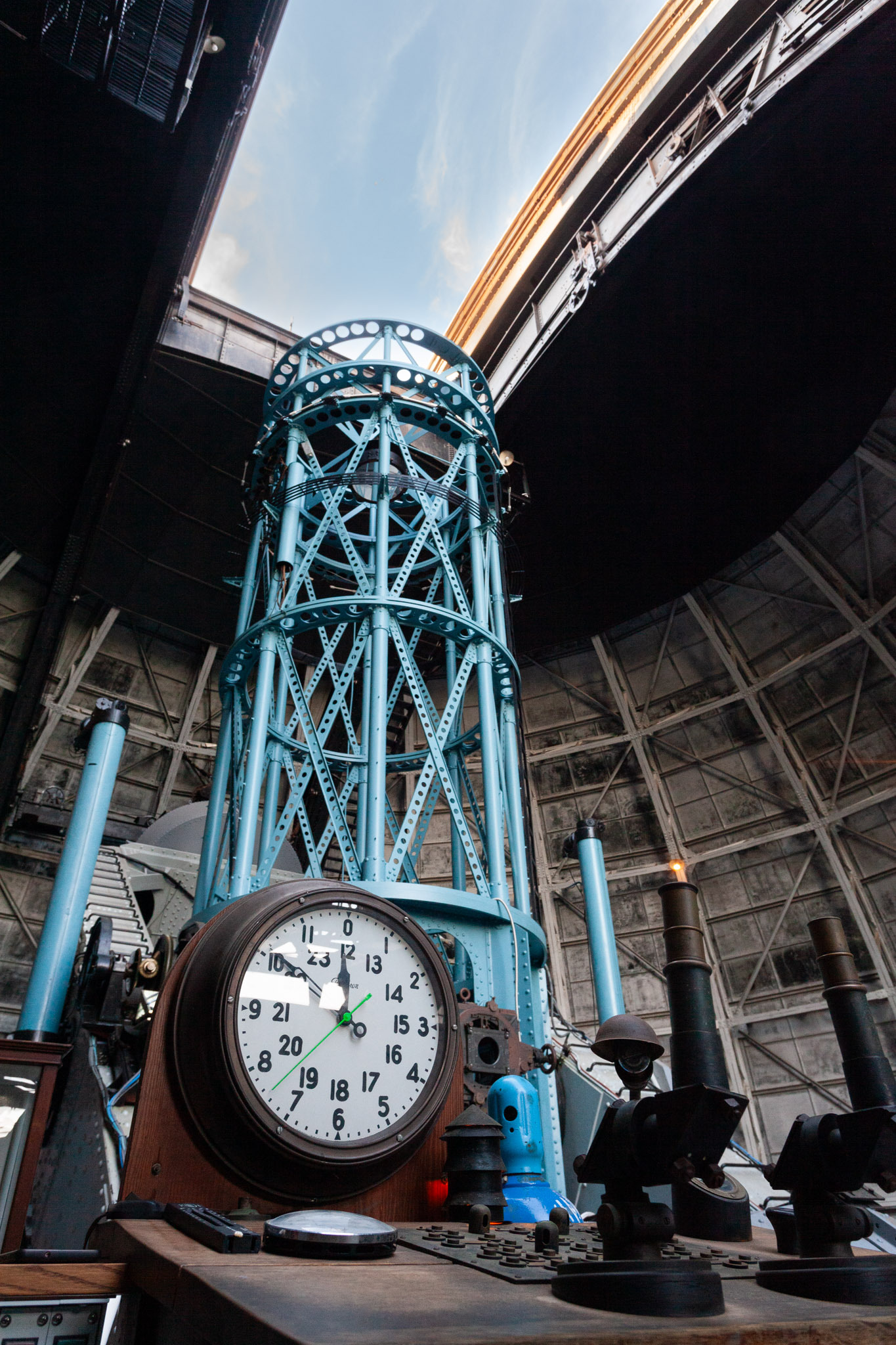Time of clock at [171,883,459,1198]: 11:51
